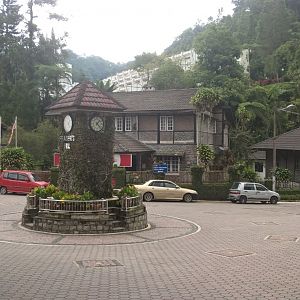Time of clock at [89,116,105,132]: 1:22
